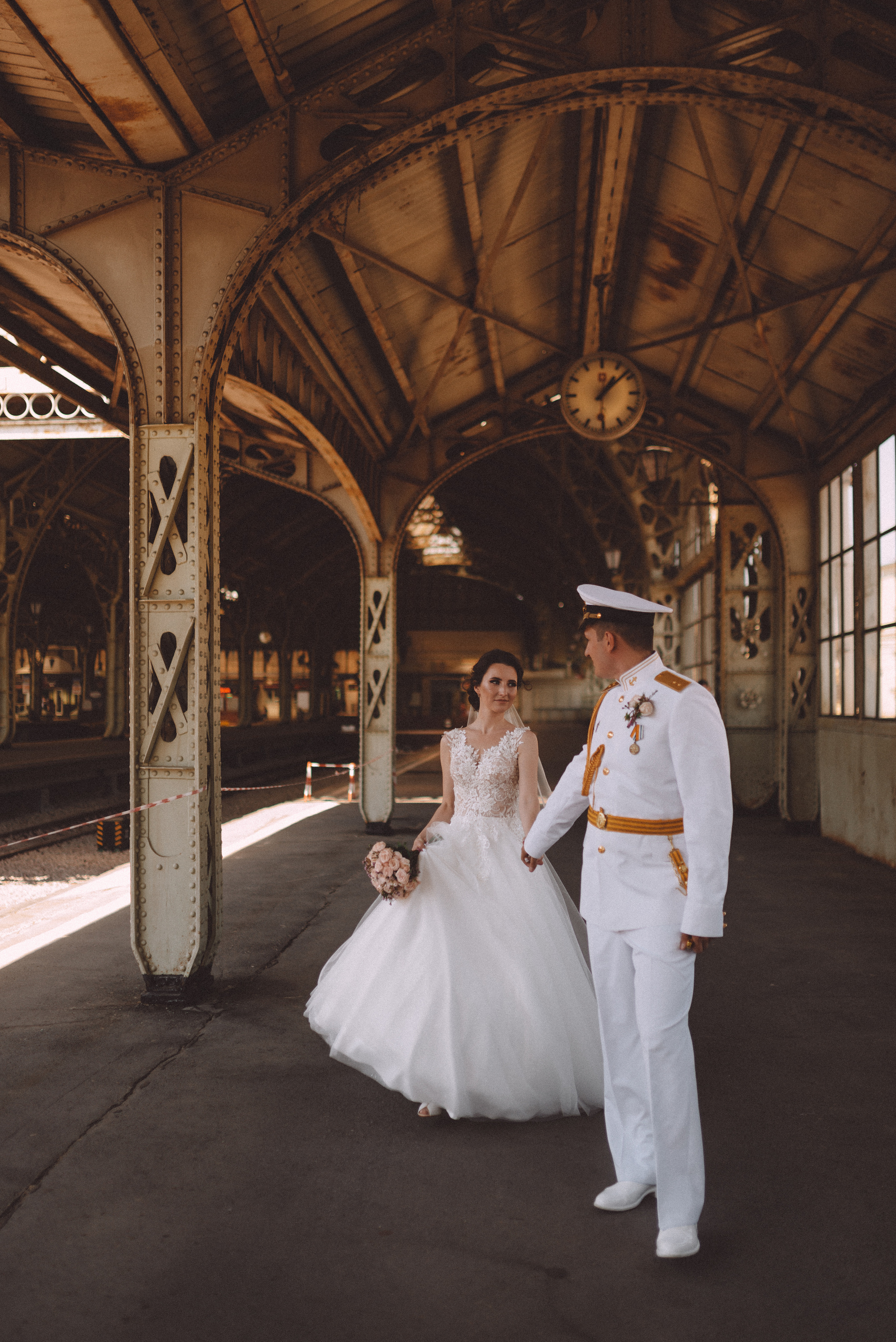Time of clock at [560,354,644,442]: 1:08
